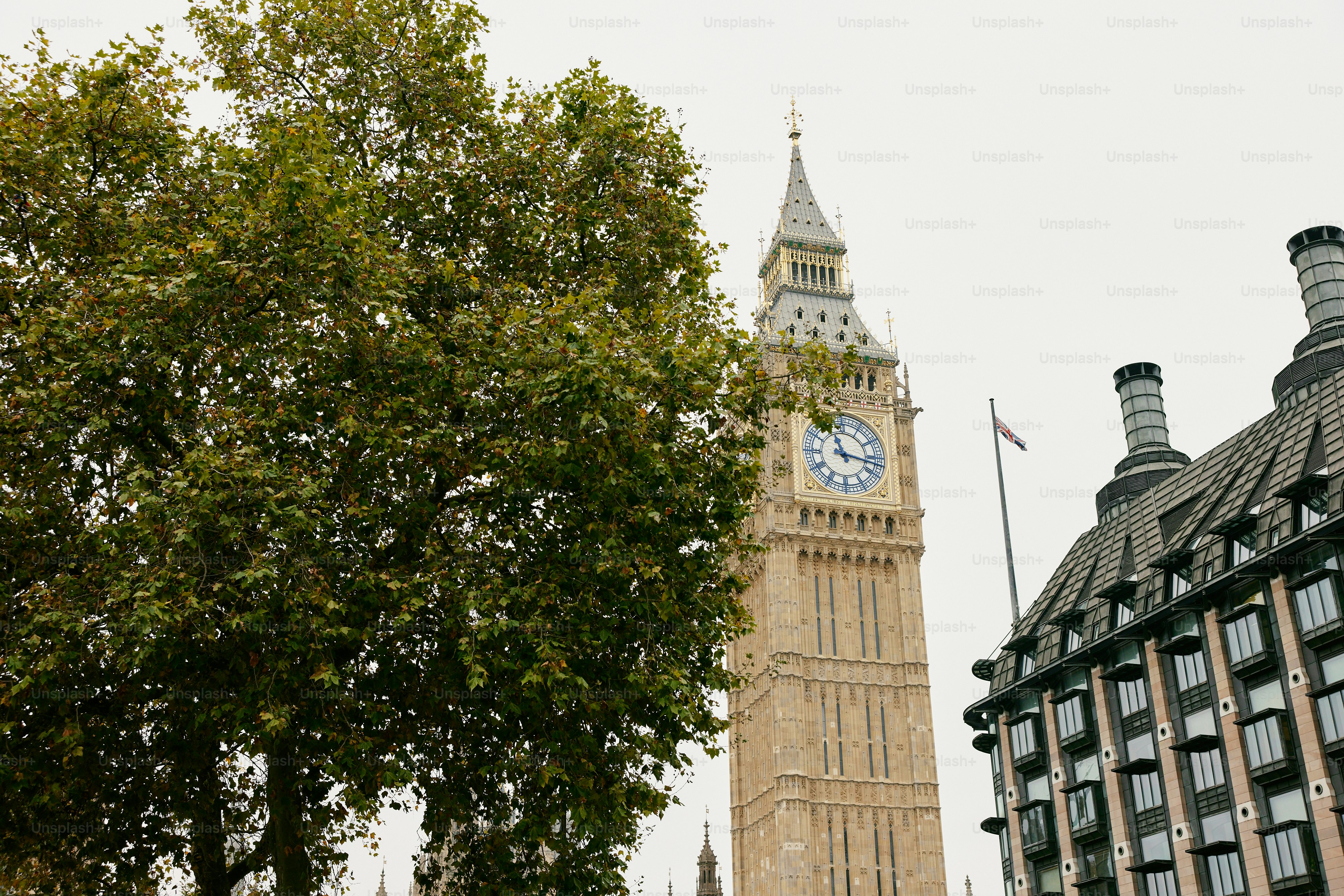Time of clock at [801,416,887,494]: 11:17
